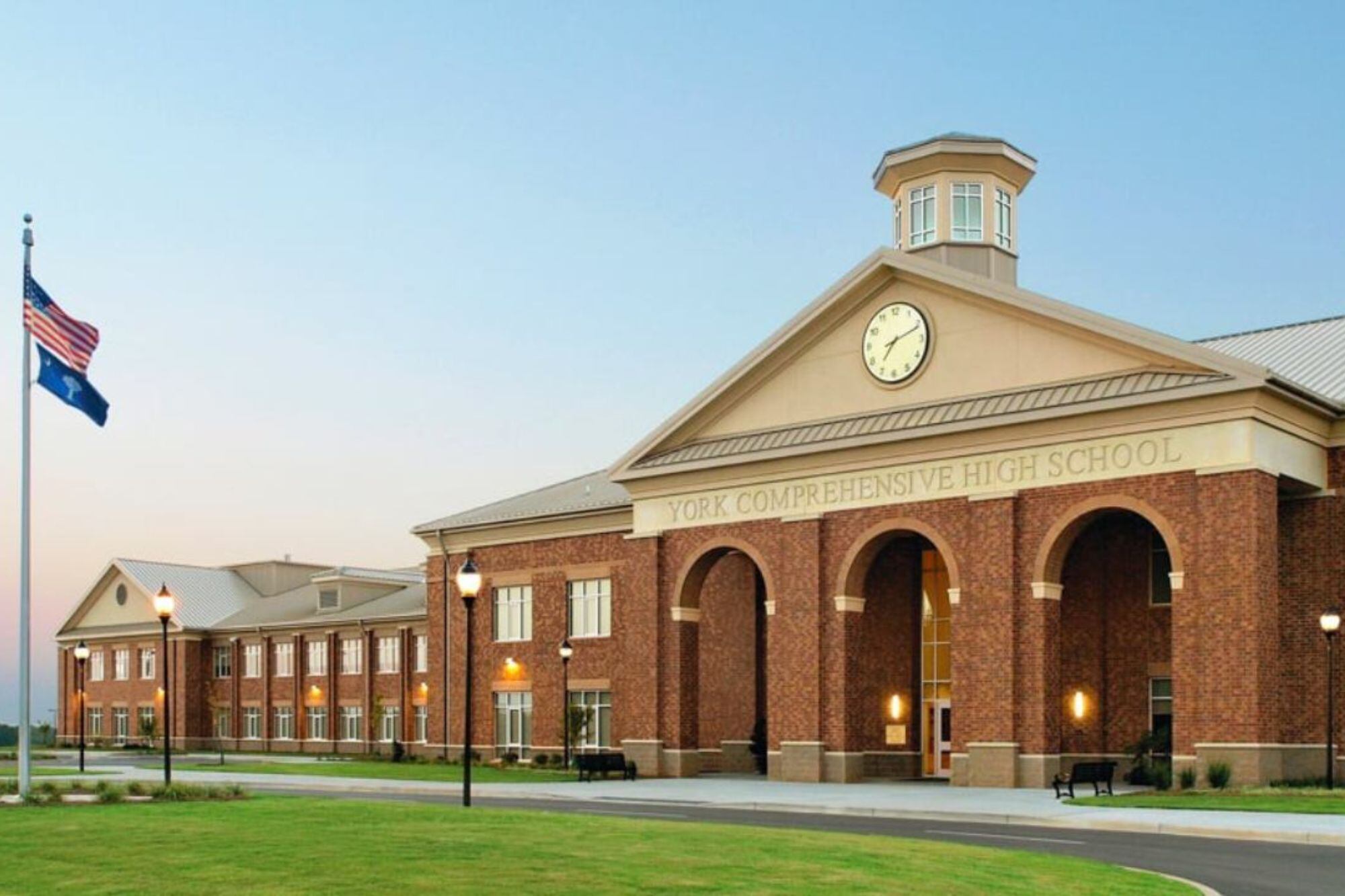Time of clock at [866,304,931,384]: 7:11
